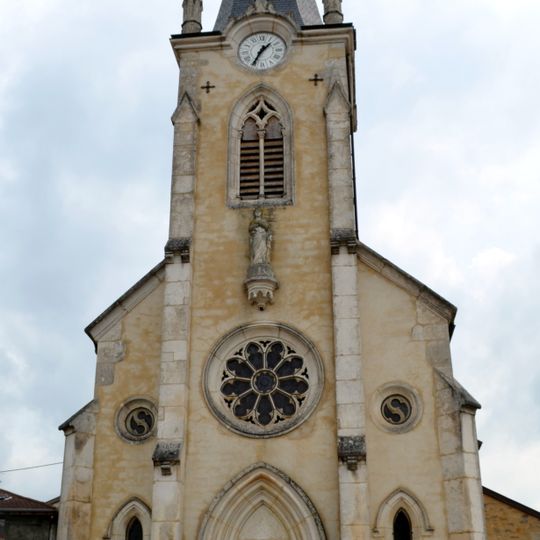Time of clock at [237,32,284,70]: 1:34
